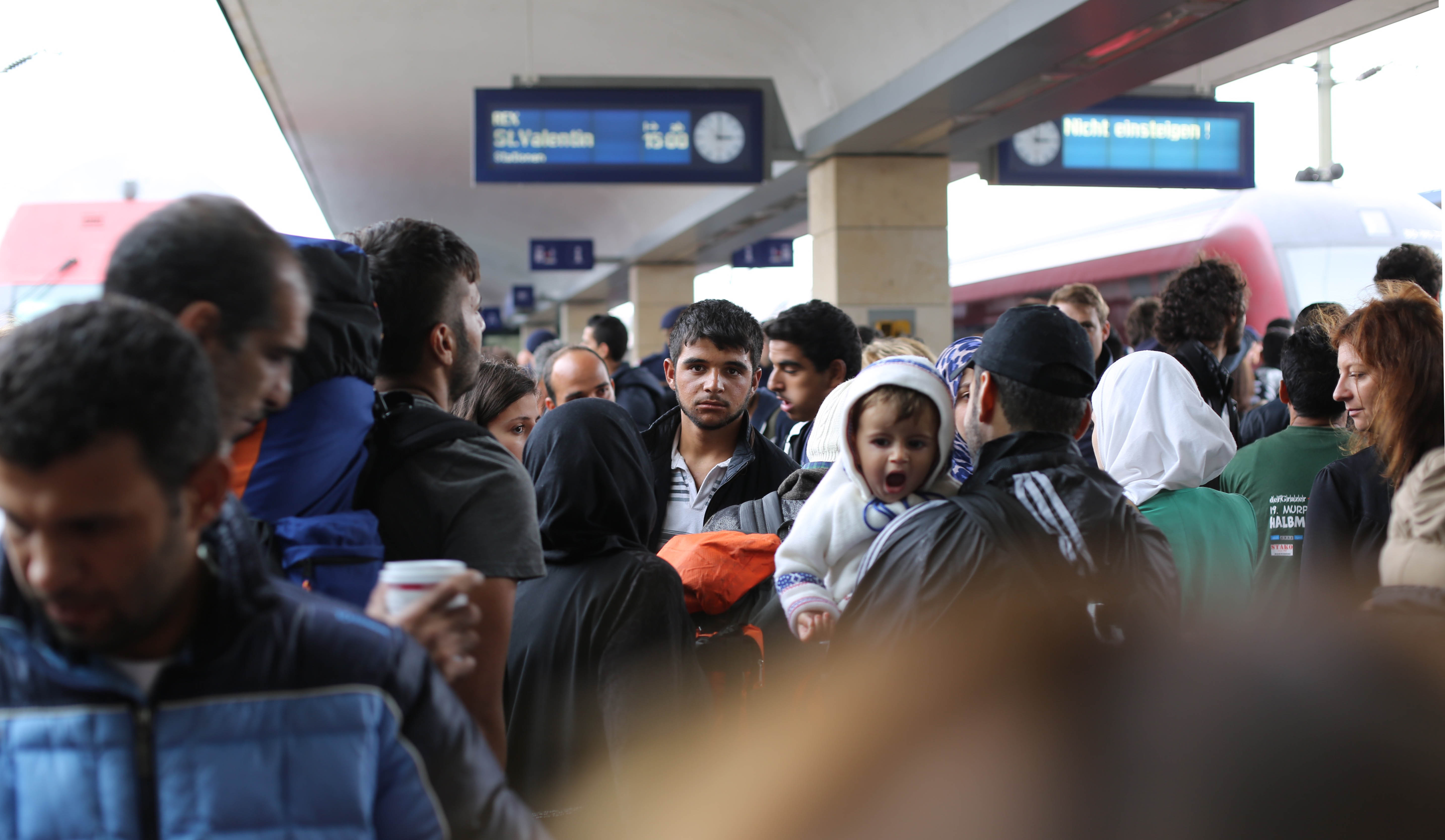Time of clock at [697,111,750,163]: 3:00
